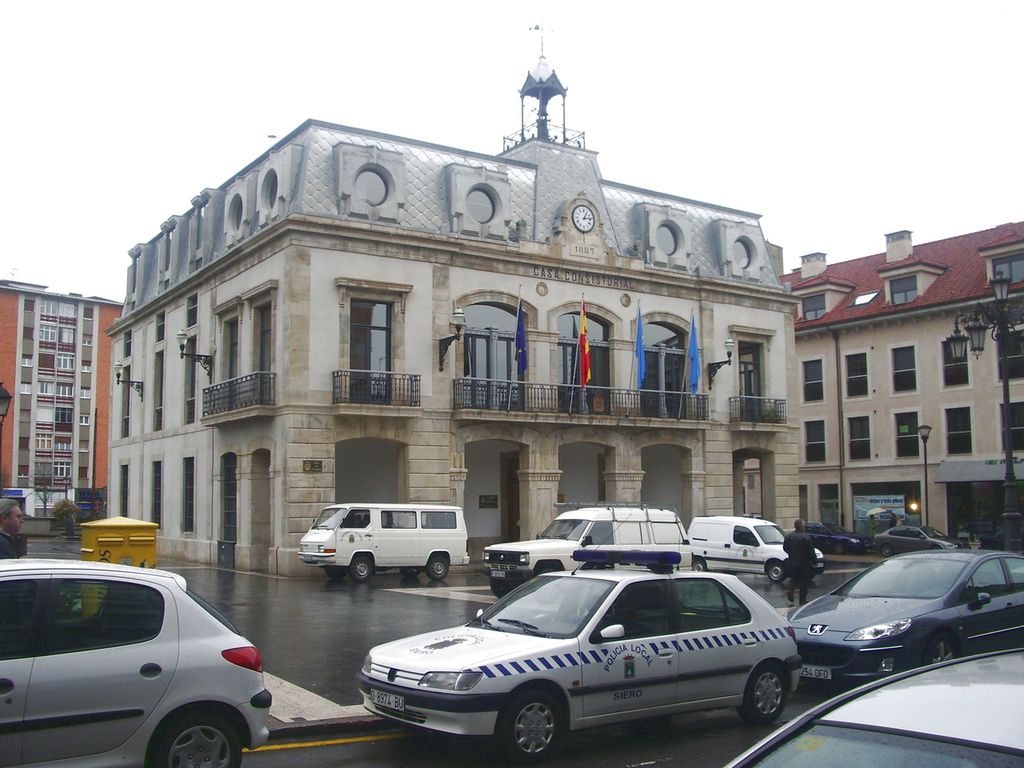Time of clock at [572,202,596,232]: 1:13
